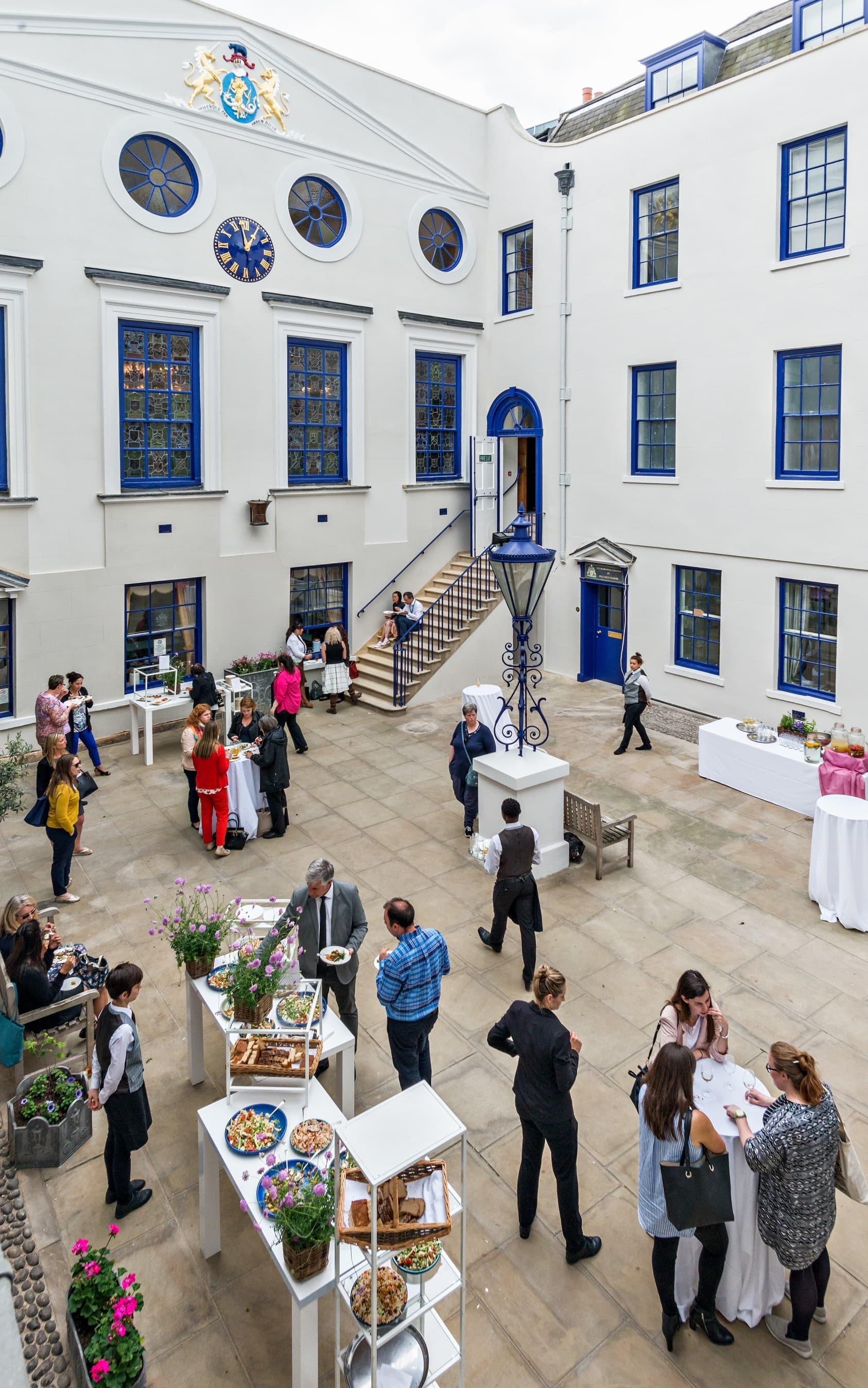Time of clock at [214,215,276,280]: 12:58
